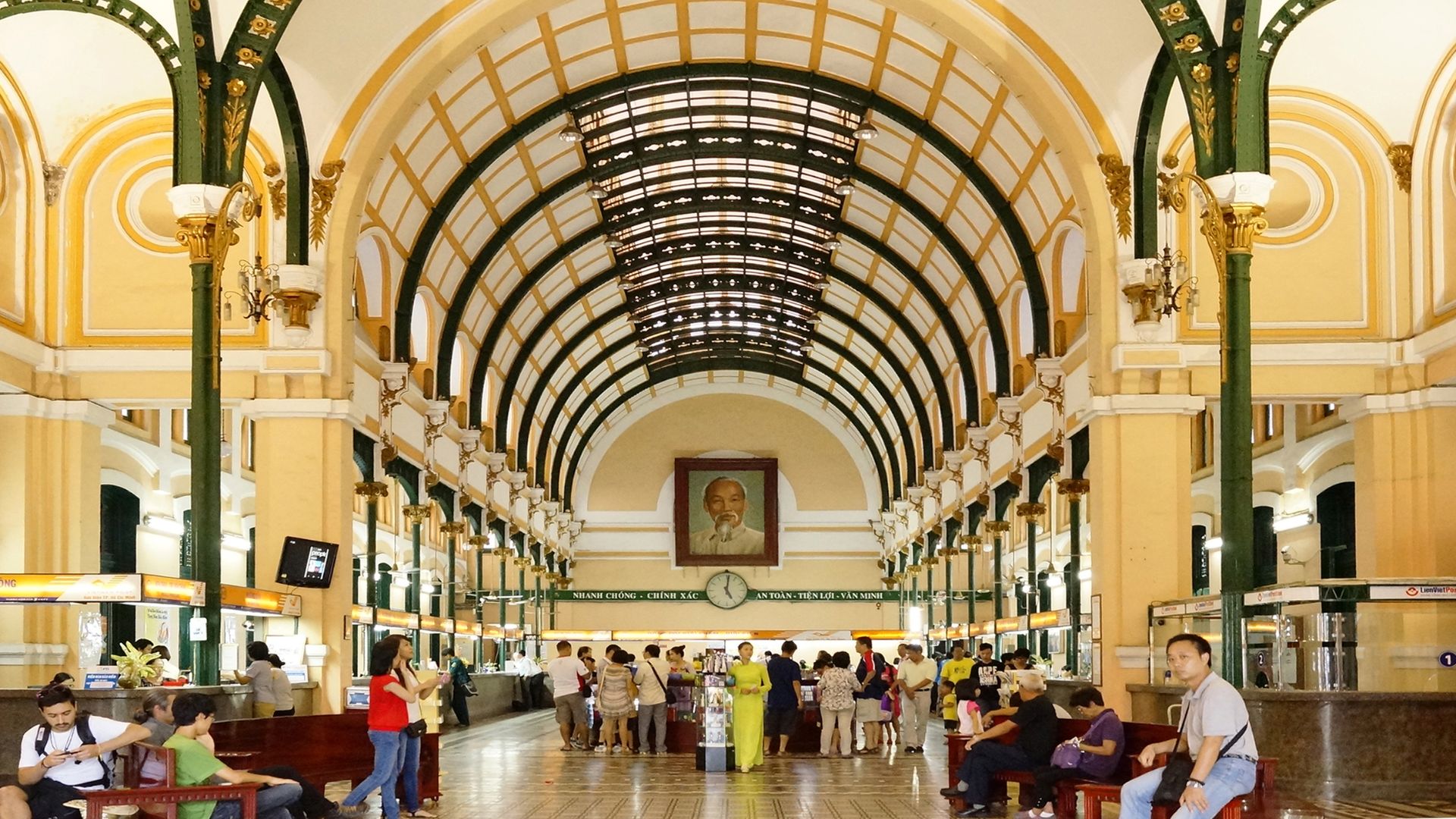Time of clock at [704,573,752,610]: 5:01
